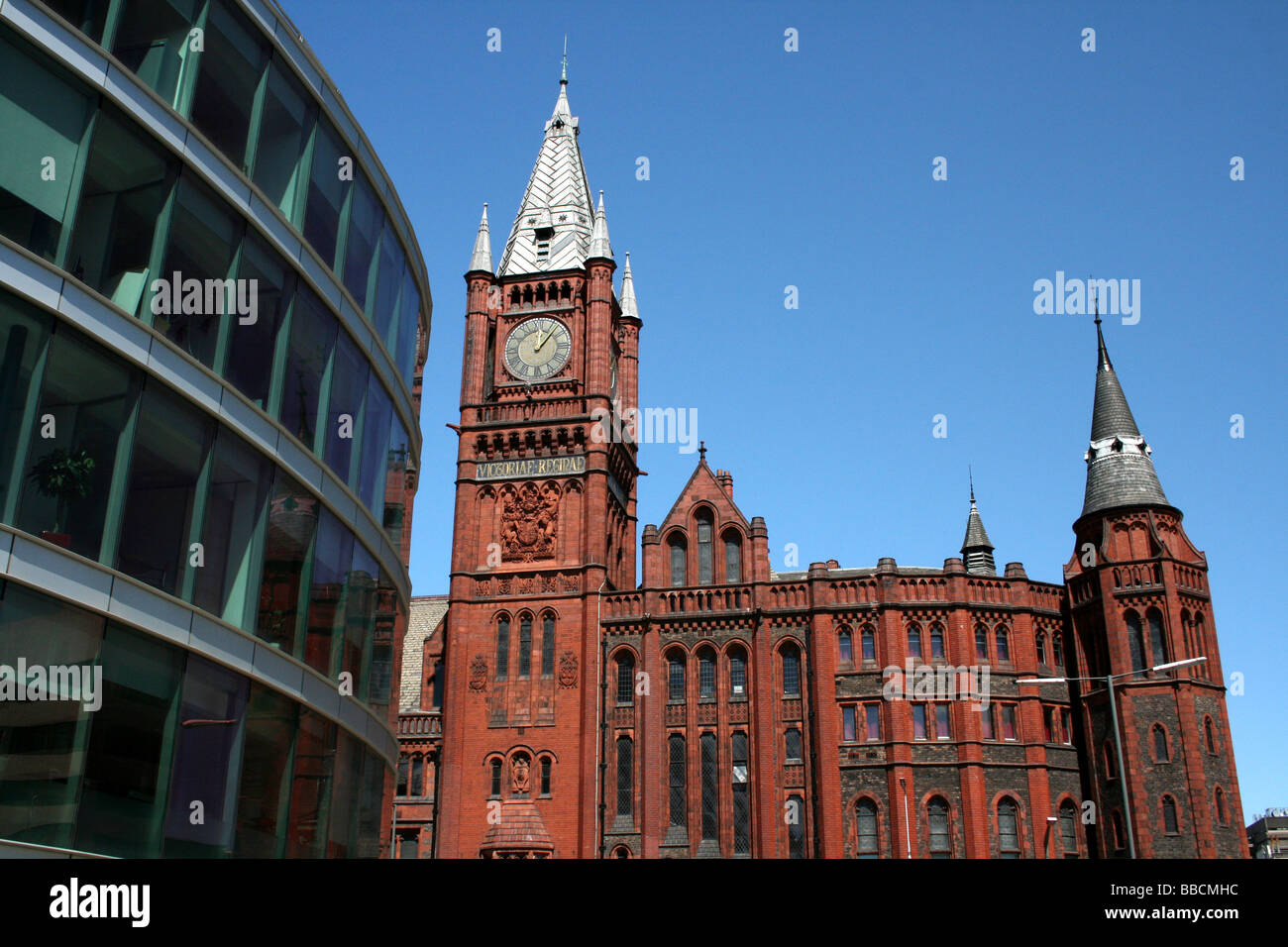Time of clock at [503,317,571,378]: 12:07
